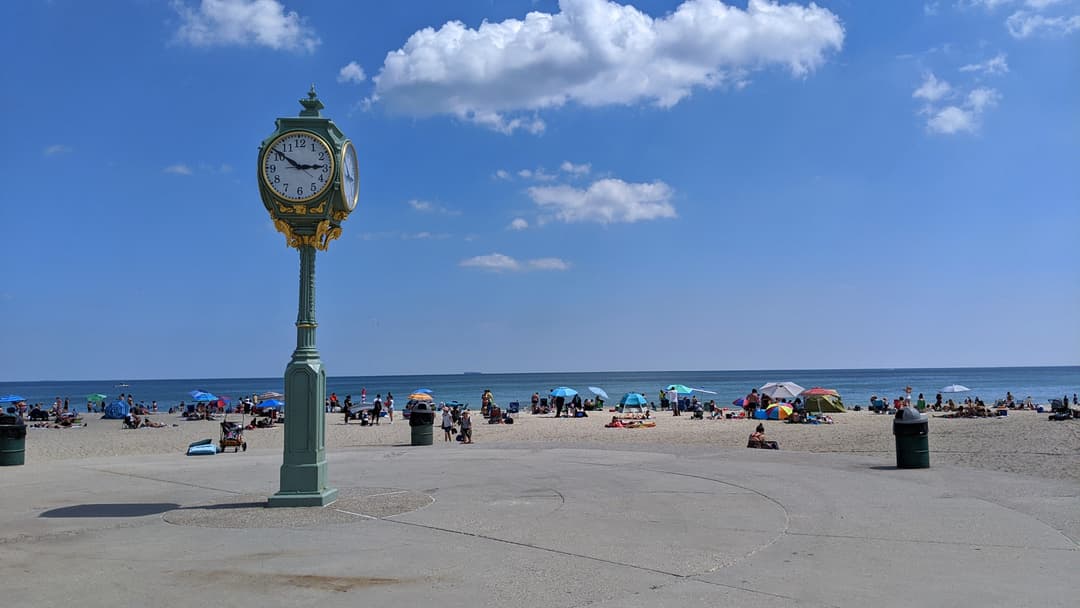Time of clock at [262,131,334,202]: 2:51
